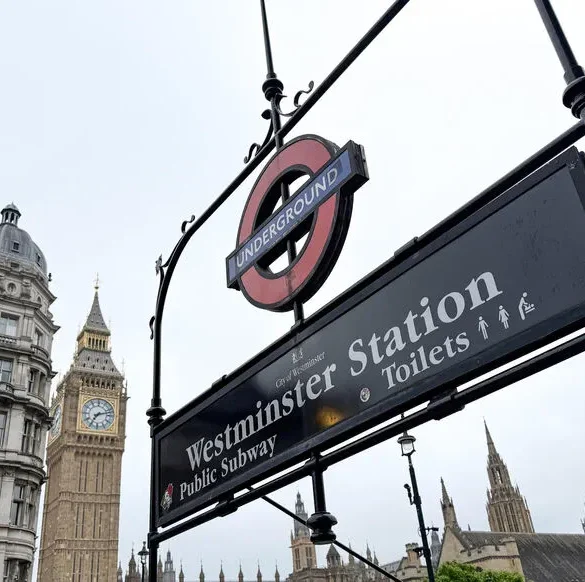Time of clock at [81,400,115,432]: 7:12
